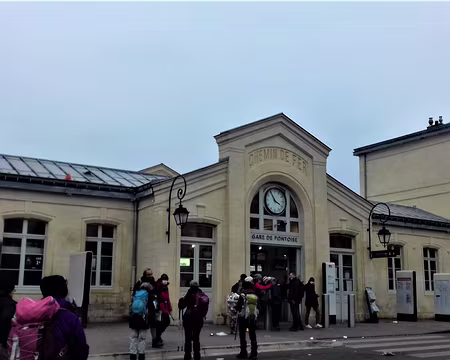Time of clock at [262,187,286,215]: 3:54
